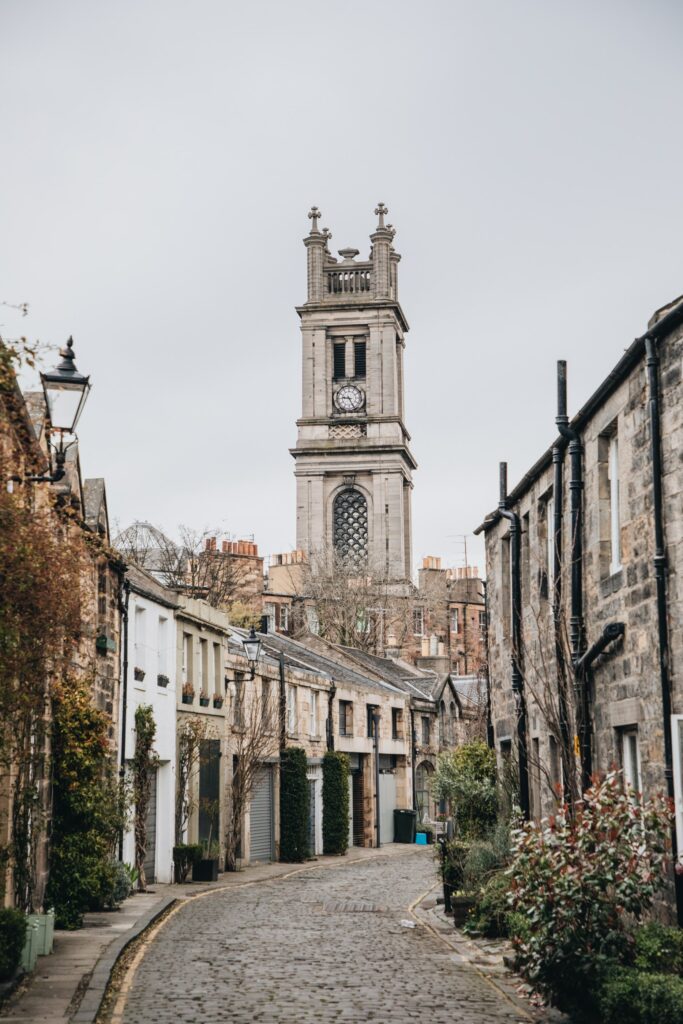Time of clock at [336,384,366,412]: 9:25
